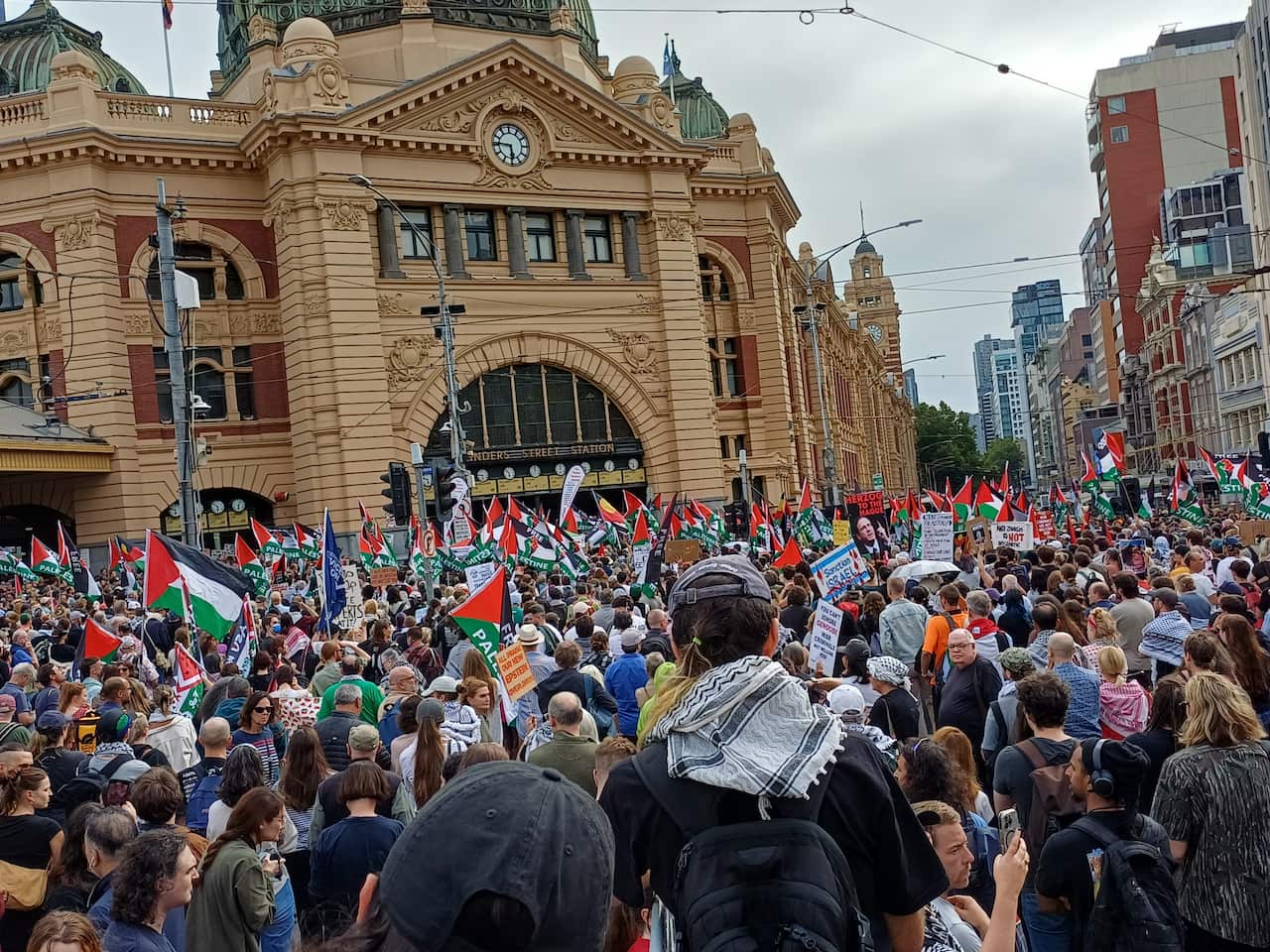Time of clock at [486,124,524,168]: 5:45
